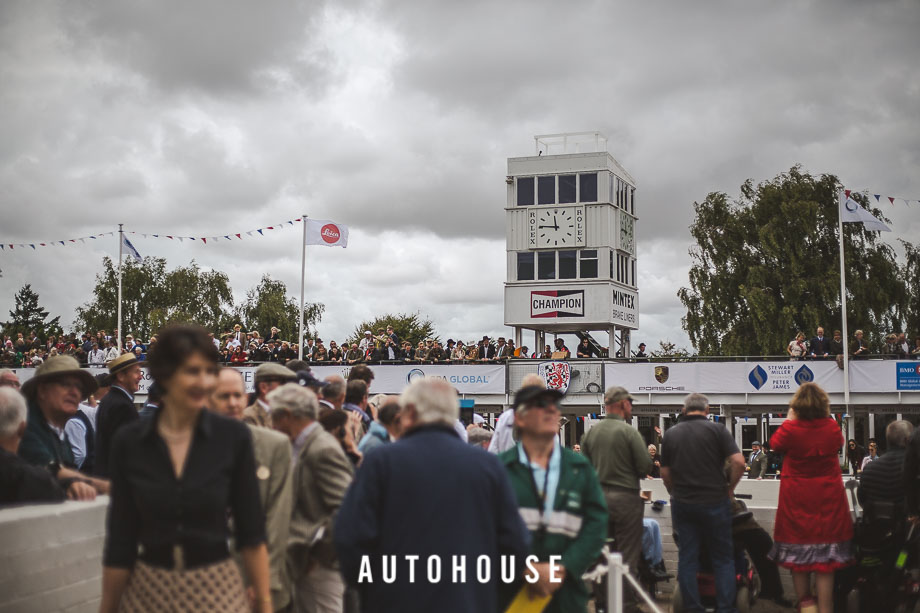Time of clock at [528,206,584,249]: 11:45
